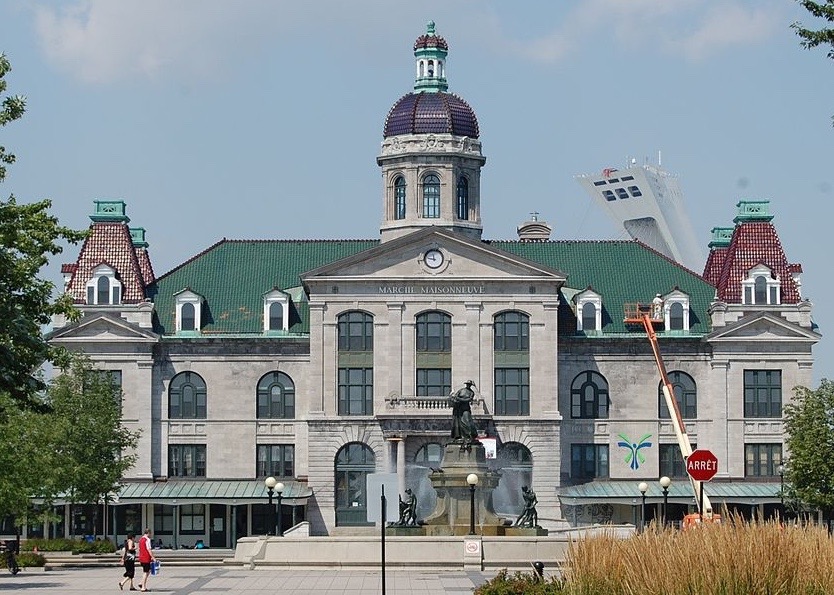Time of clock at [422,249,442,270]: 11:46
